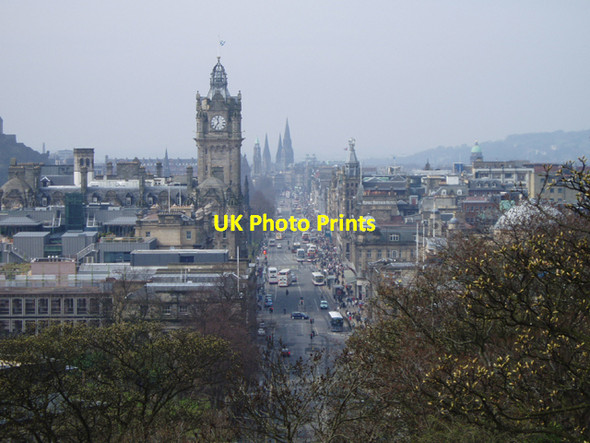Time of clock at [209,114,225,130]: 11:35
